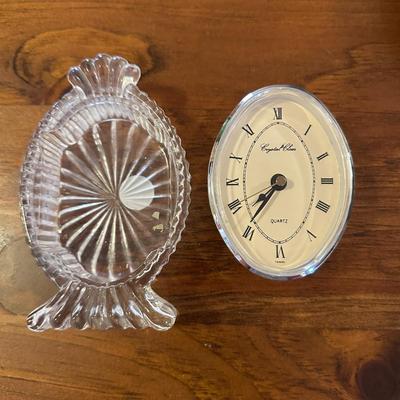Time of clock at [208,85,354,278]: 7:36
